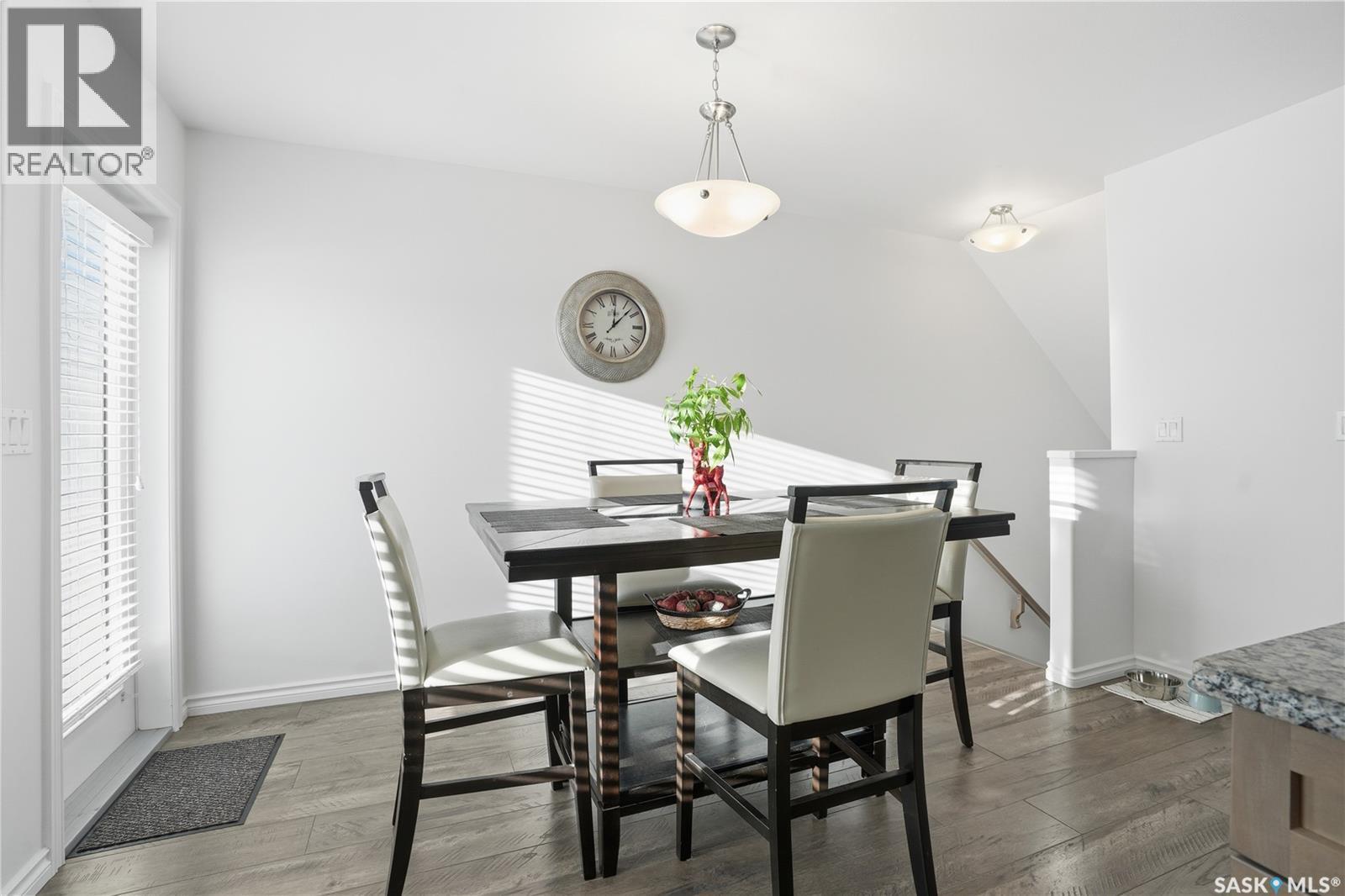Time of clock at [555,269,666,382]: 12:07
